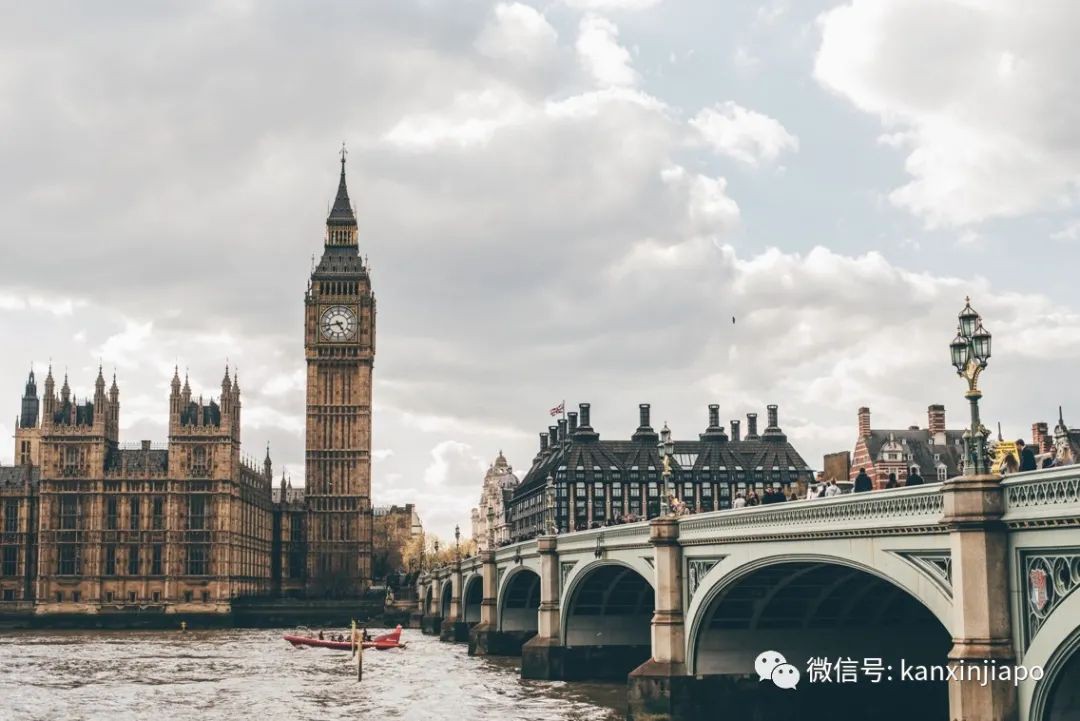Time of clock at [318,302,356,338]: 4:42
